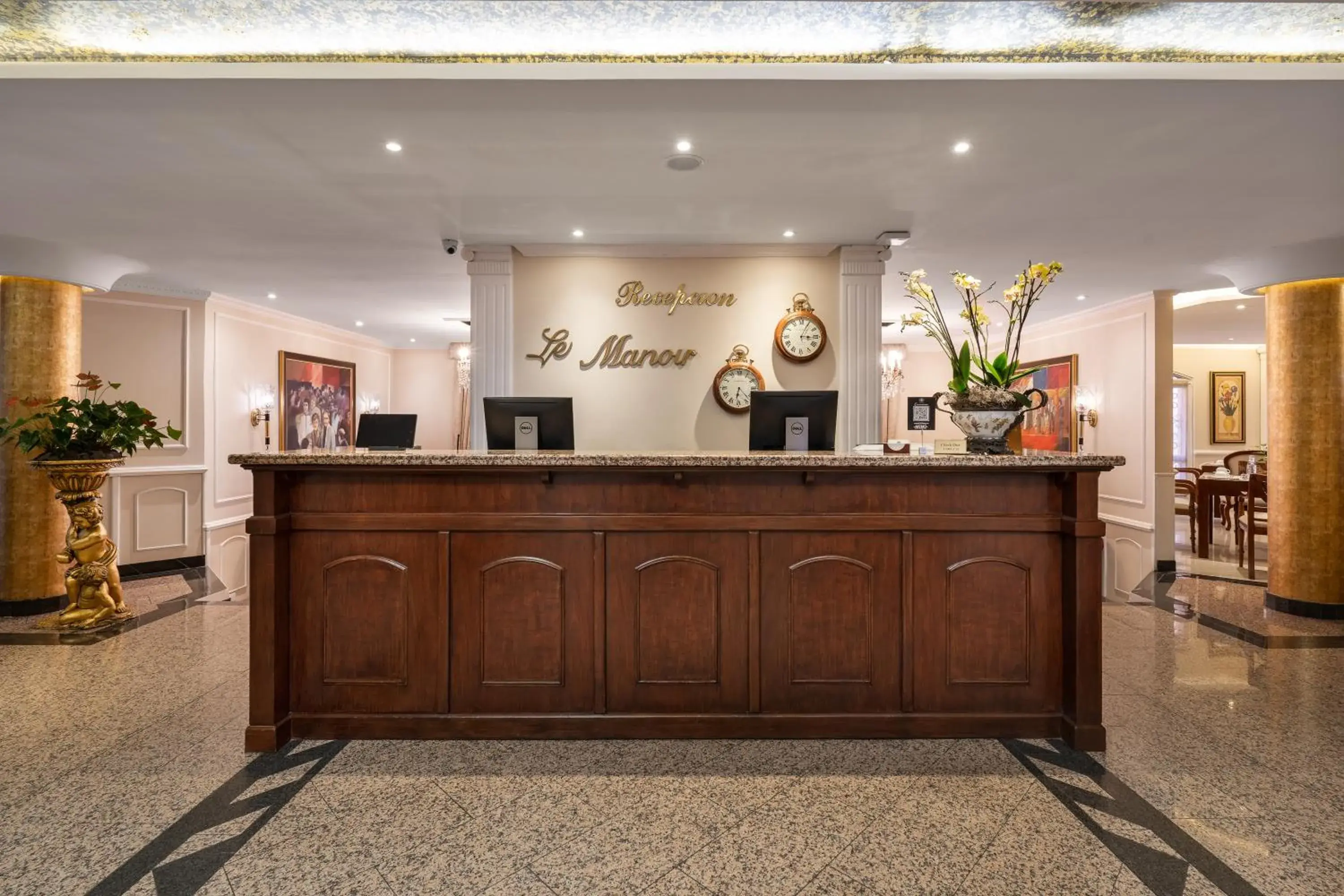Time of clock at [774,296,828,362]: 3:04
